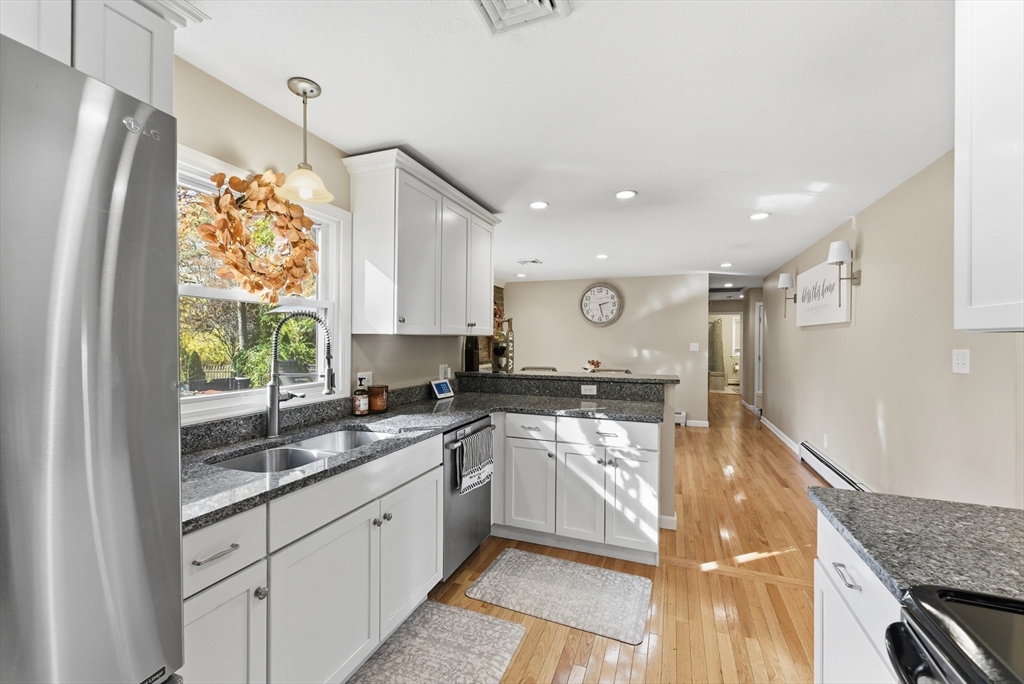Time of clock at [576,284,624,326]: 2:27
